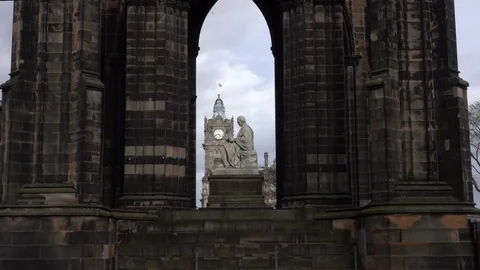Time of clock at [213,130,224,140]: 4:41
